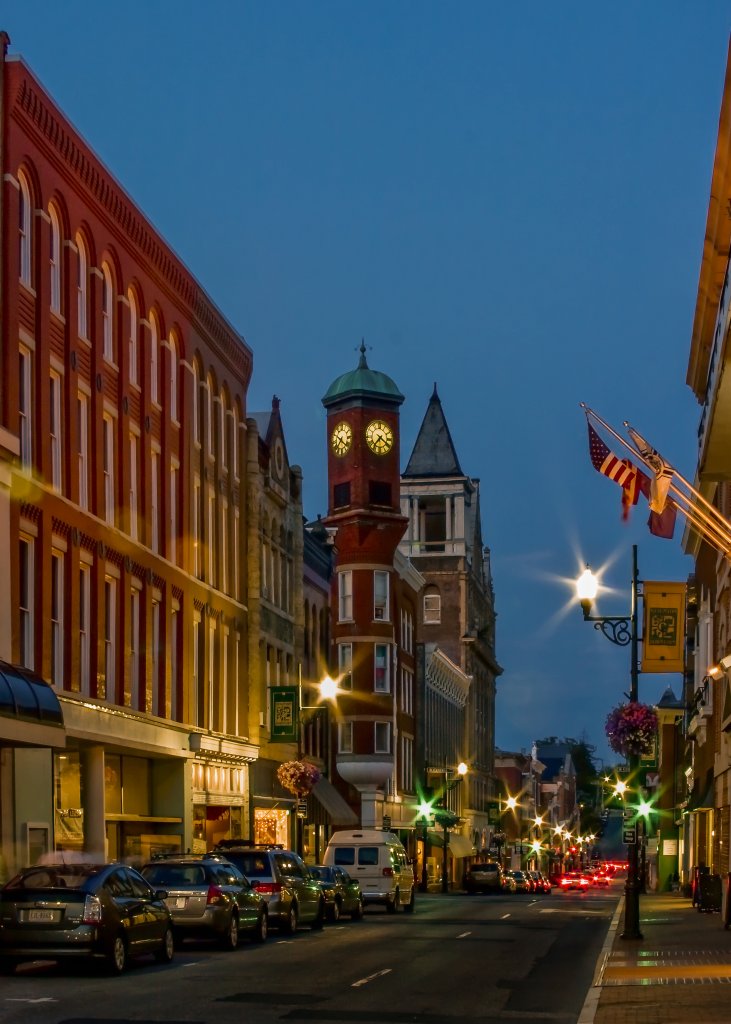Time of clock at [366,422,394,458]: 7:20
